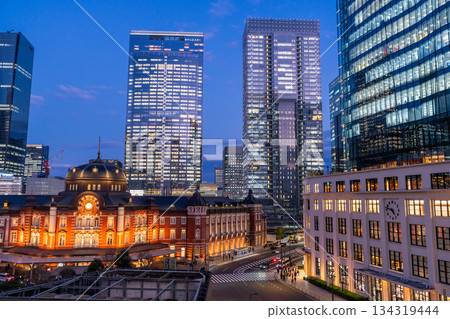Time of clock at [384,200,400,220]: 4:47
